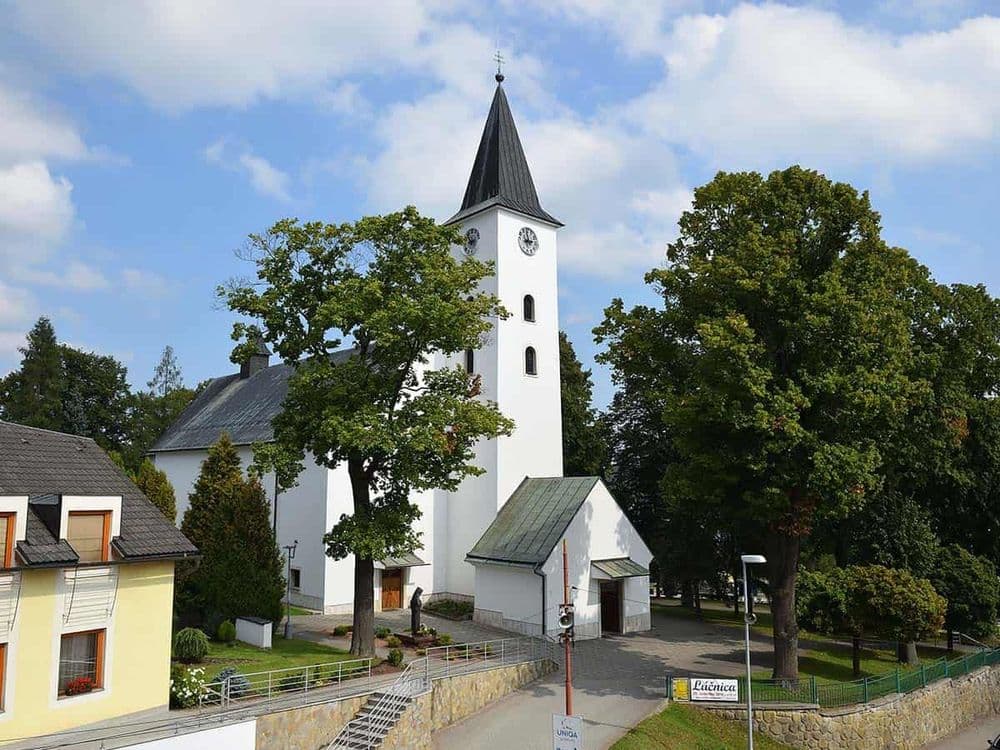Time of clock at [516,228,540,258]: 2:58
